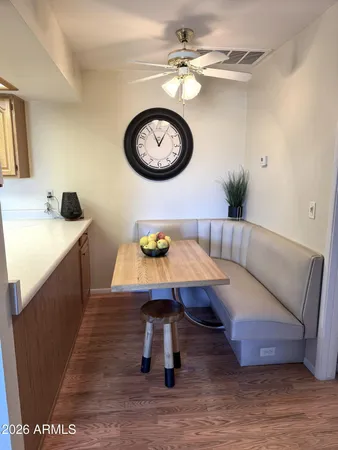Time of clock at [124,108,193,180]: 12:56
